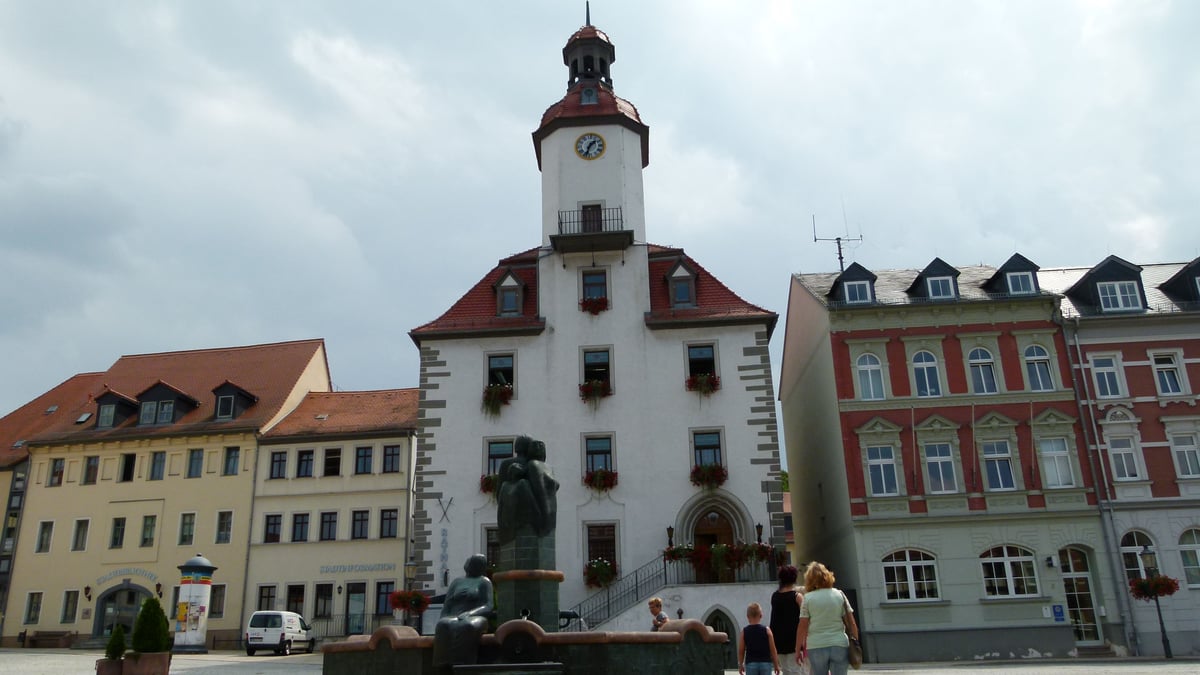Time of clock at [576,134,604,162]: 1:33
